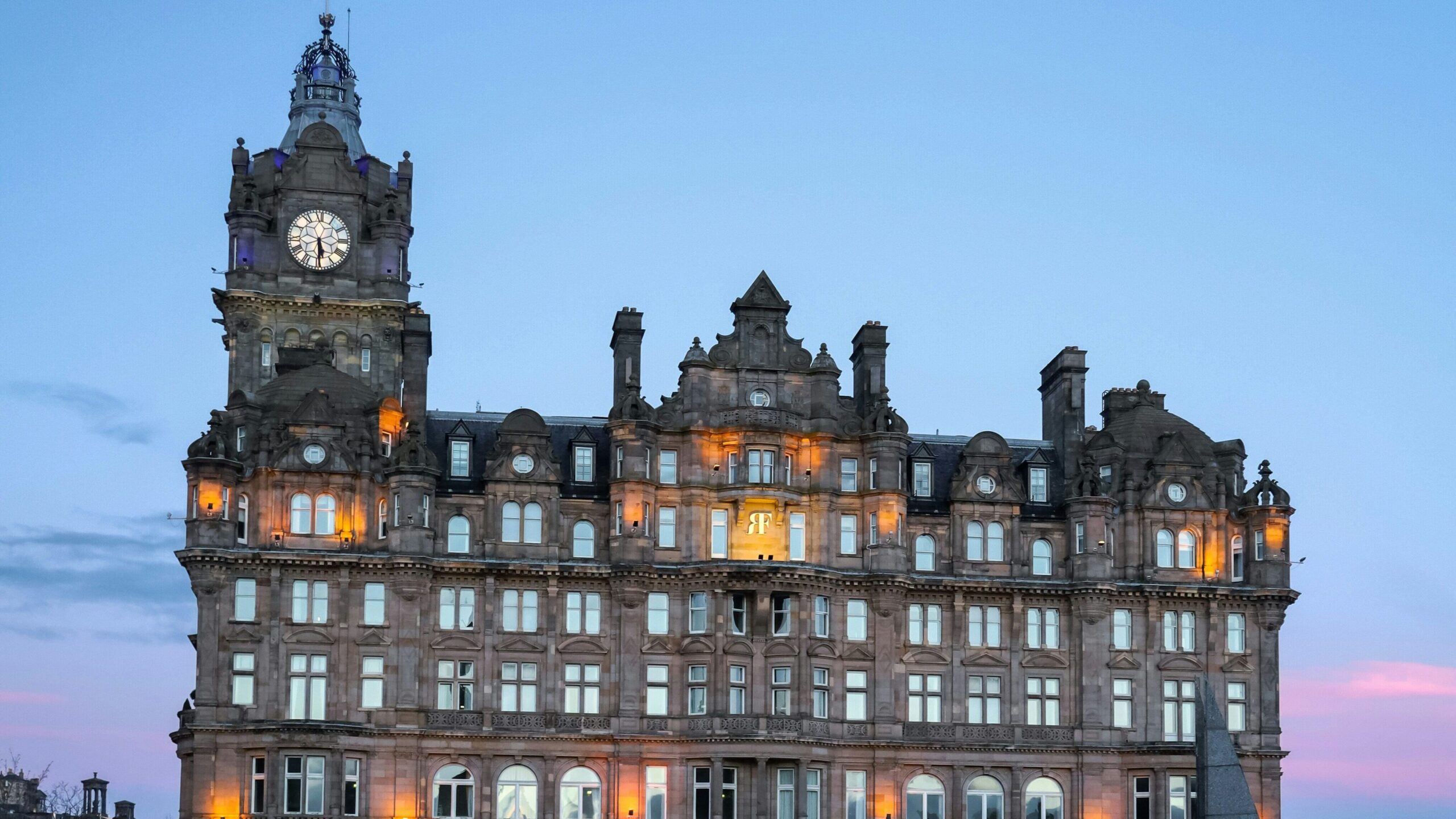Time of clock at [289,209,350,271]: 5:29
